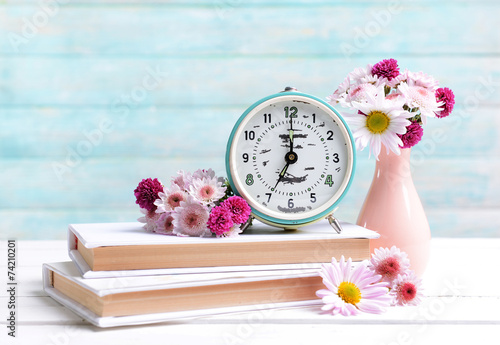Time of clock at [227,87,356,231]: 11:34
